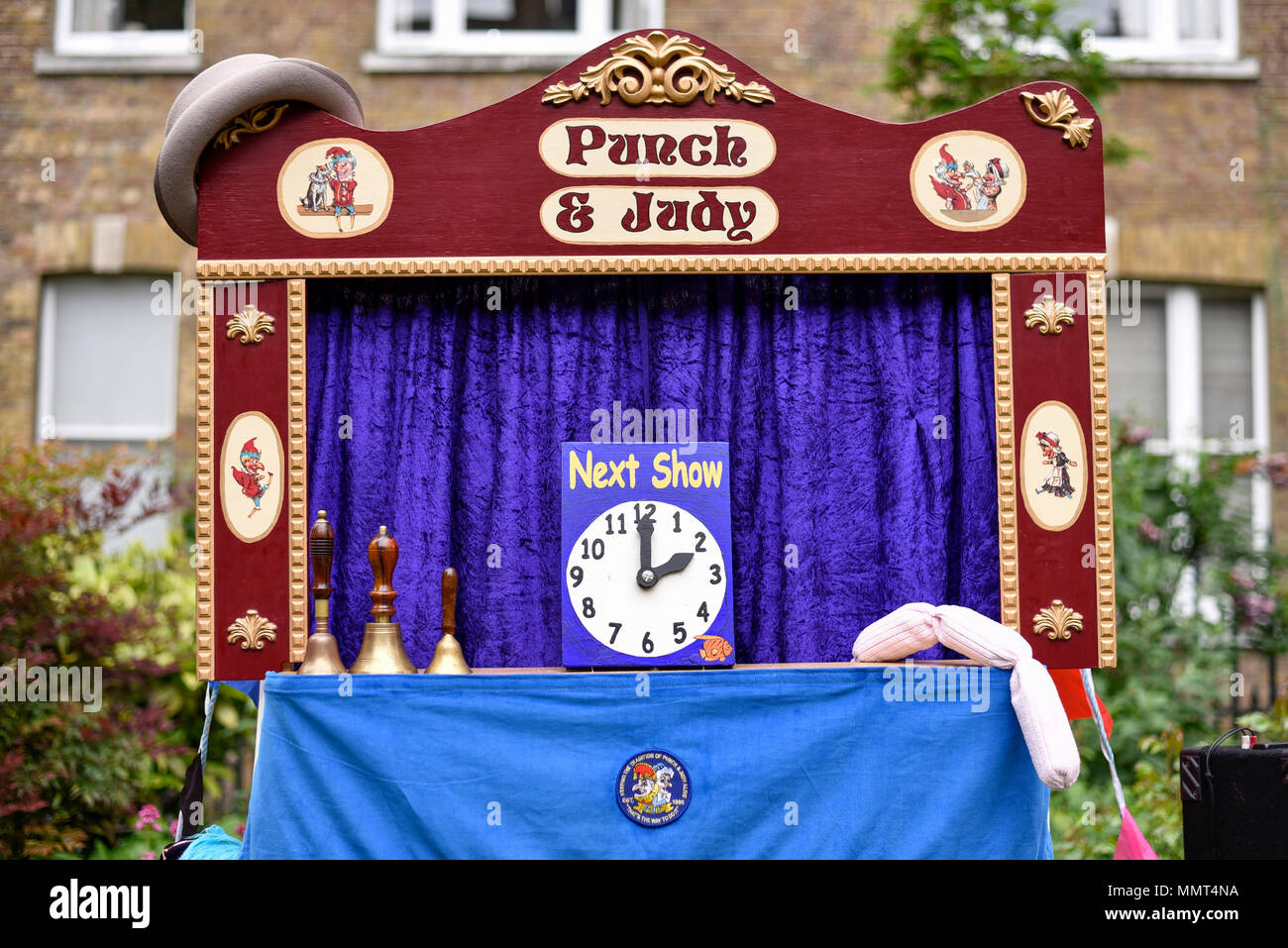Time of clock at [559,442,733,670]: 2:00
